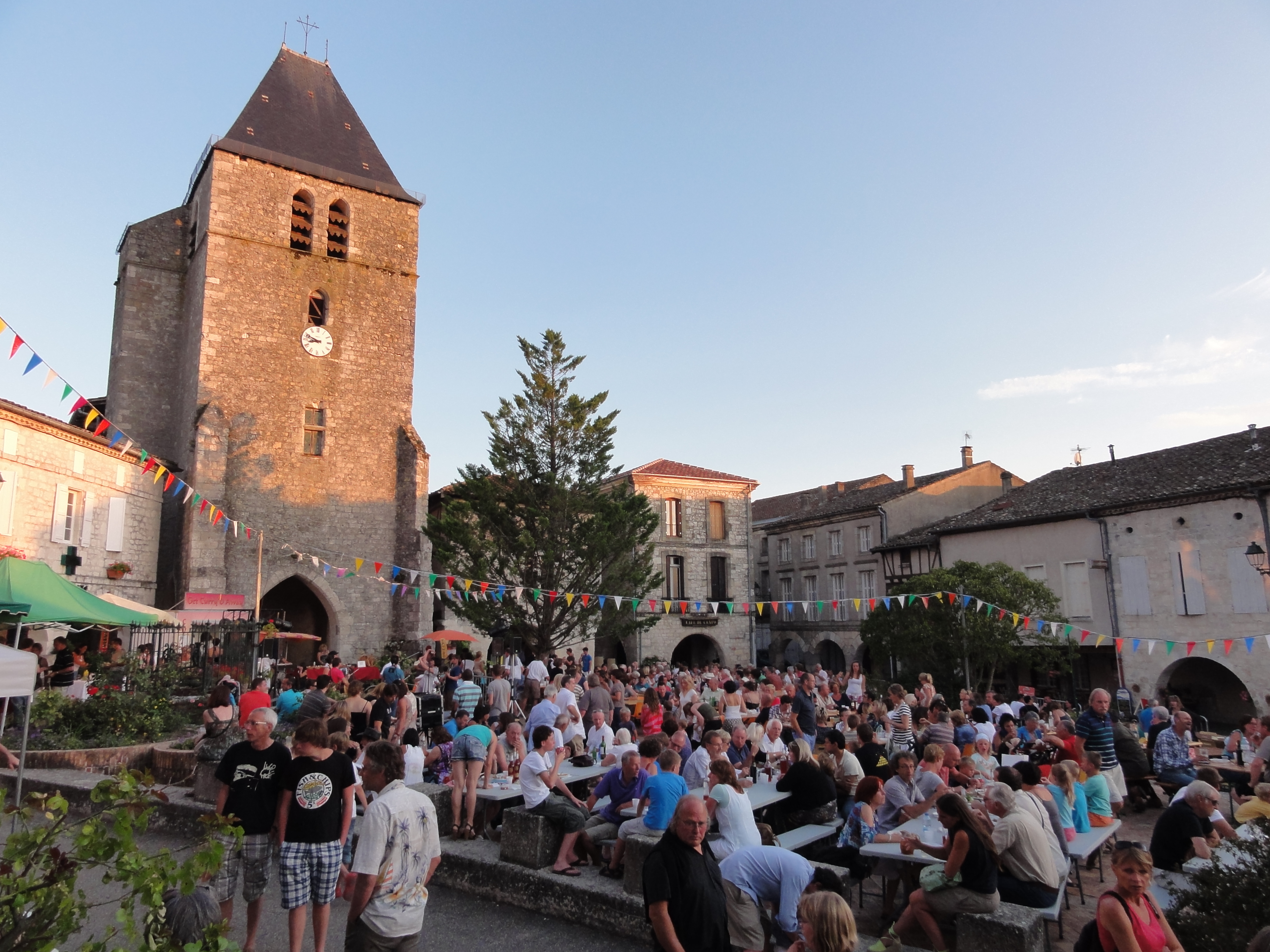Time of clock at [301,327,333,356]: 8:48
